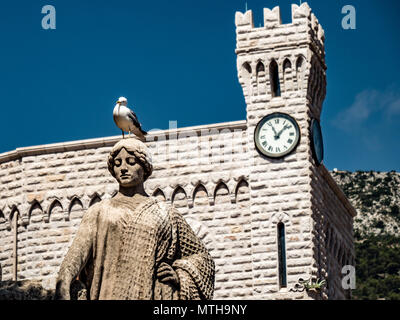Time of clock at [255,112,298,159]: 11:07
